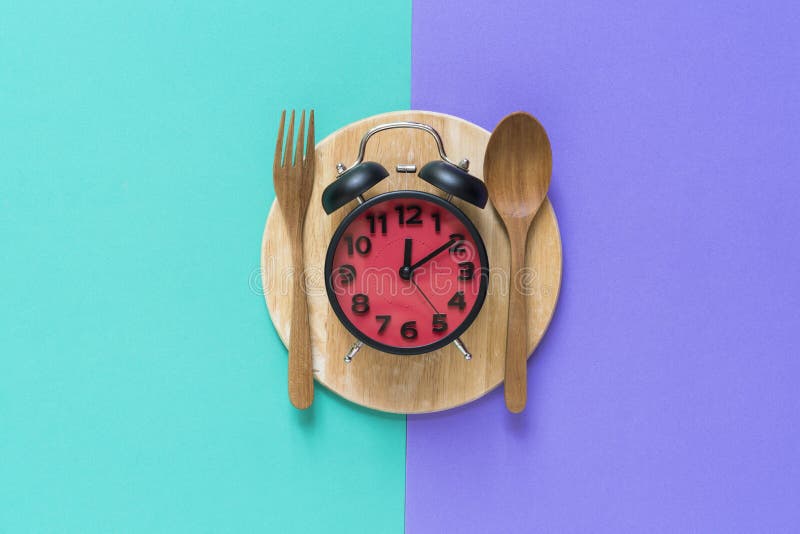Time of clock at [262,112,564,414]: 12:09
